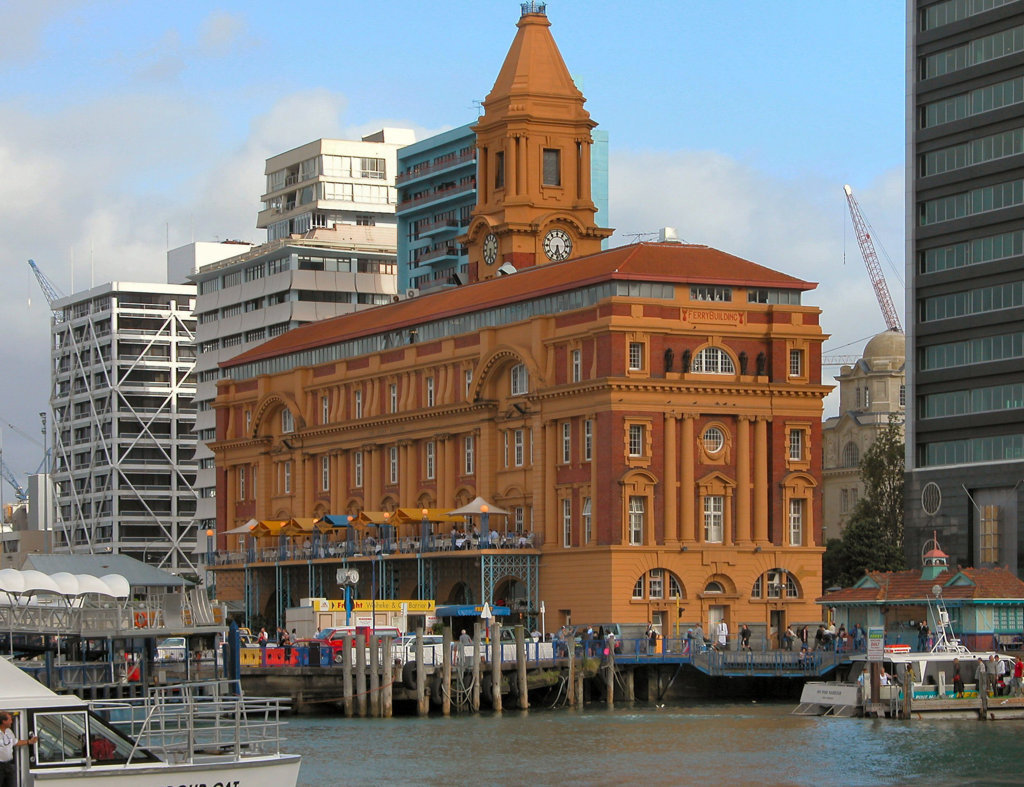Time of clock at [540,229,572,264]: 6:27
